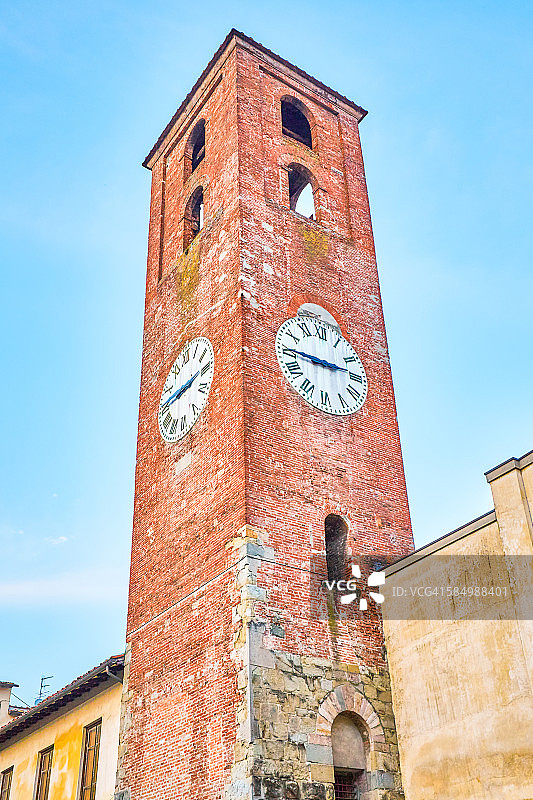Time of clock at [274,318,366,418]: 2:45
